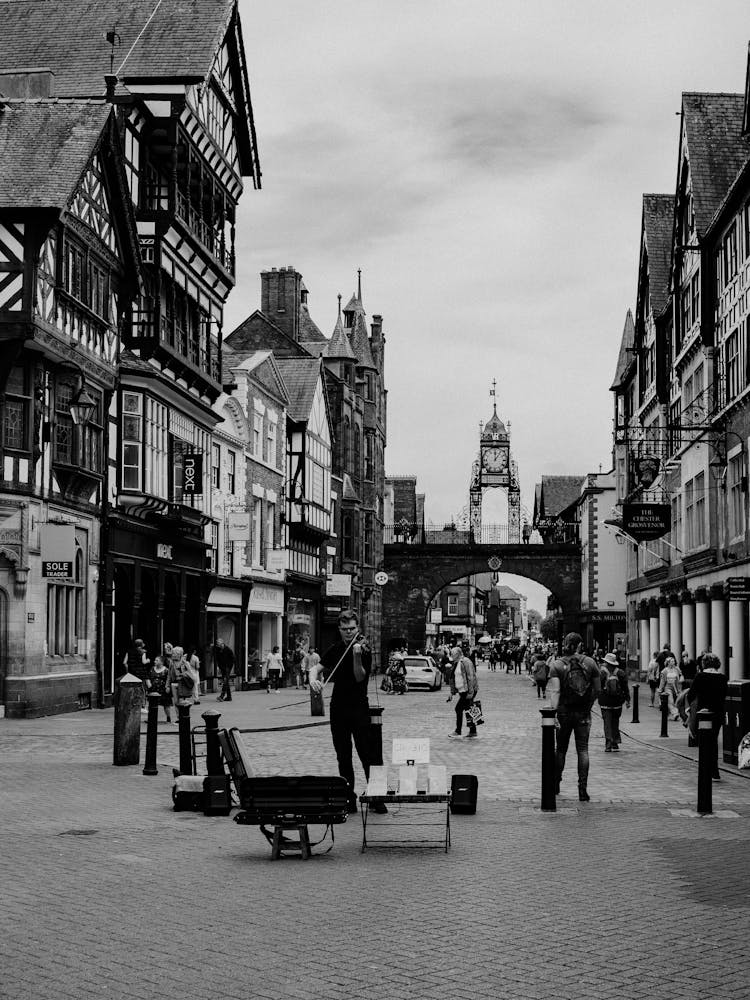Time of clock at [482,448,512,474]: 12:06
